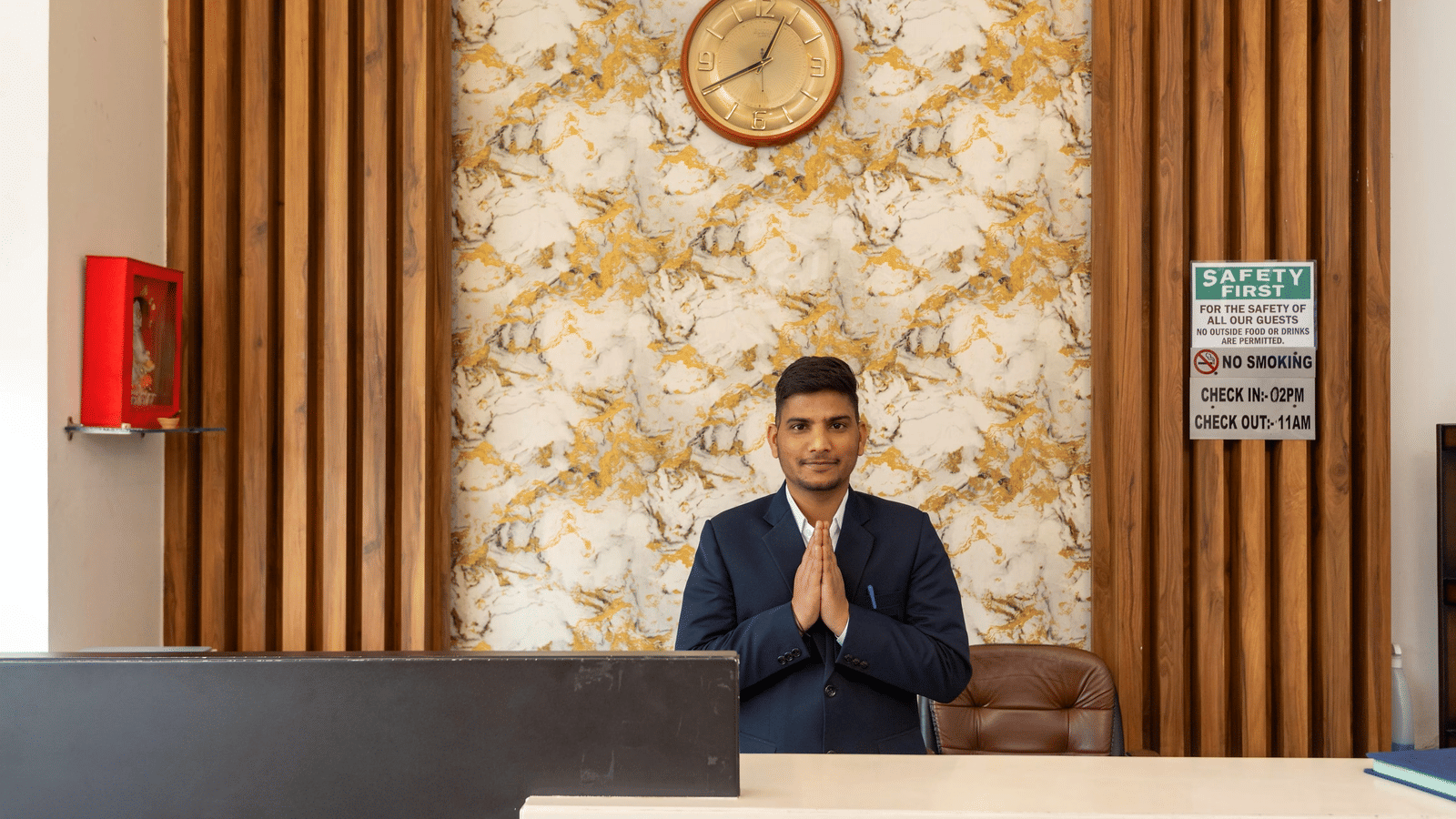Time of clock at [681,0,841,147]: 12:40
